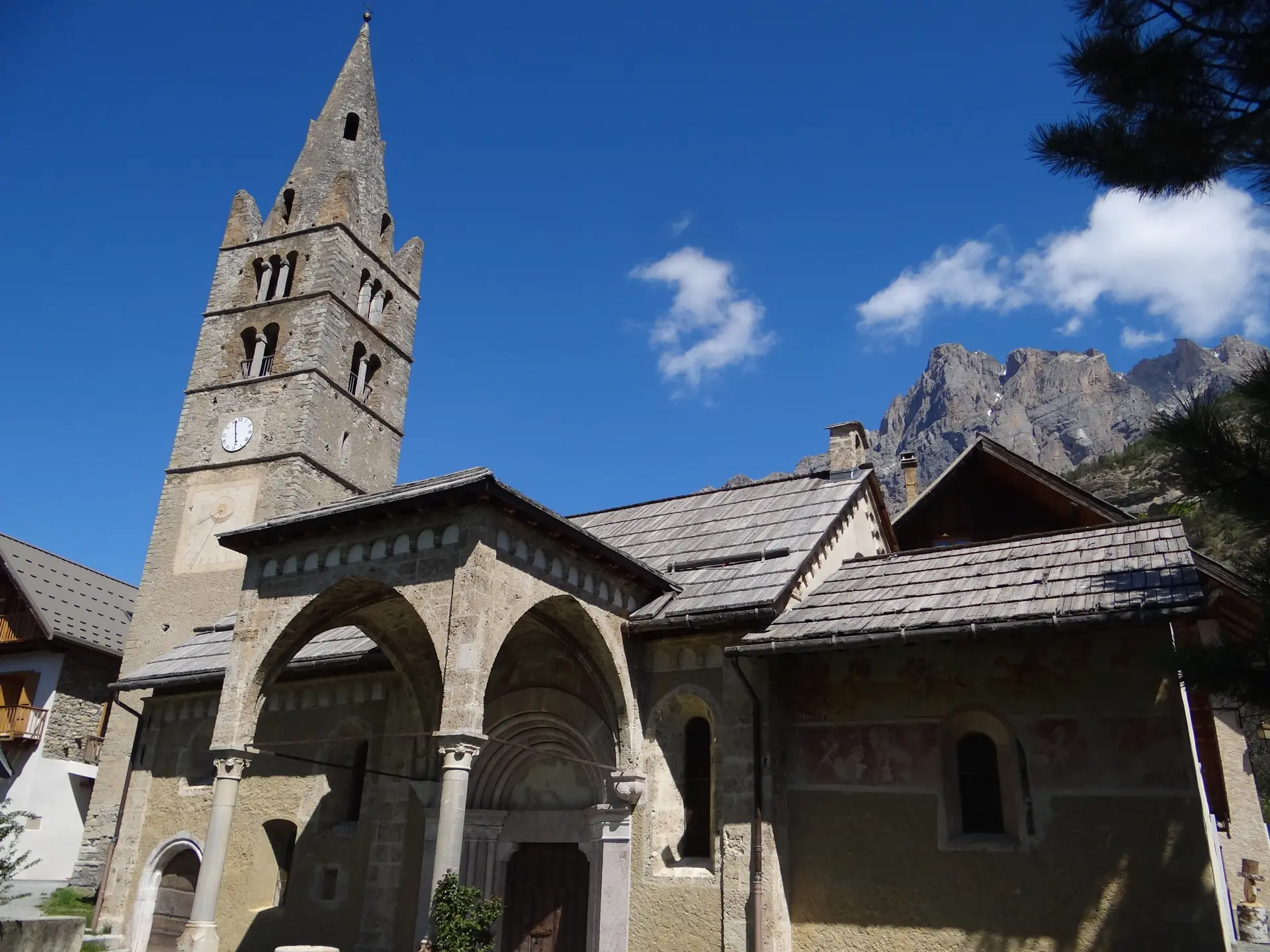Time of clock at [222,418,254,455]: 11:28
